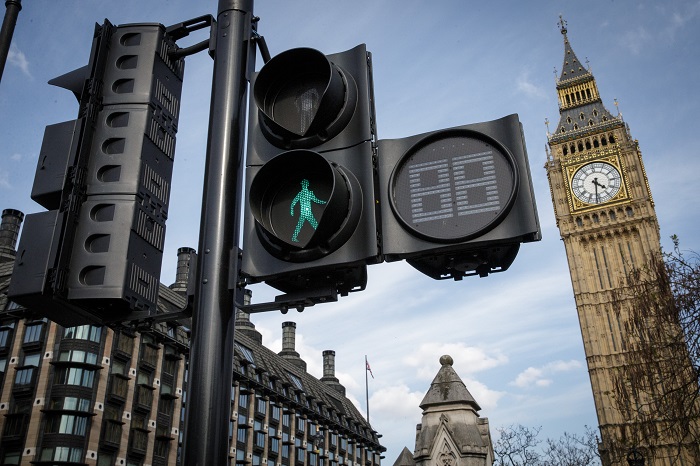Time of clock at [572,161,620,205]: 4:31
